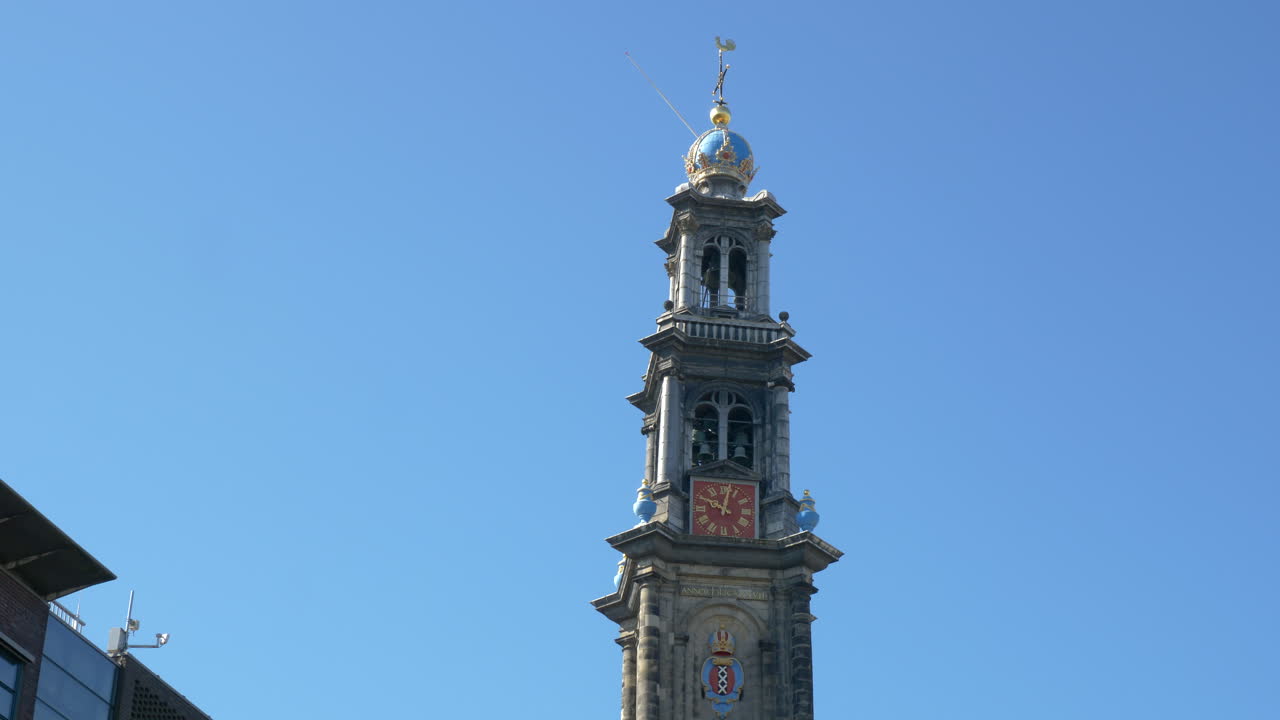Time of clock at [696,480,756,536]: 10:02
